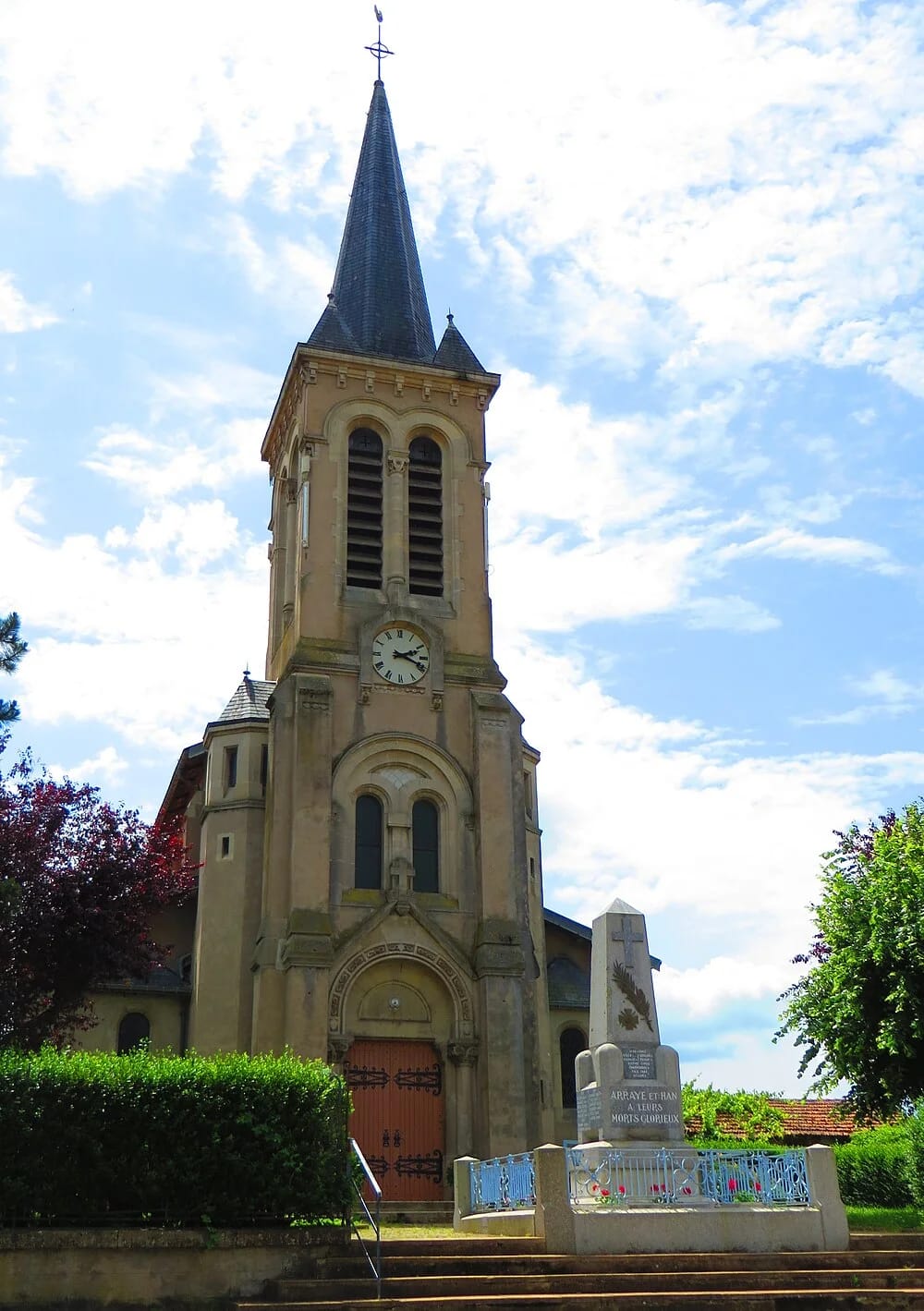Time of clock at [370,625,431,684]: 2:18
